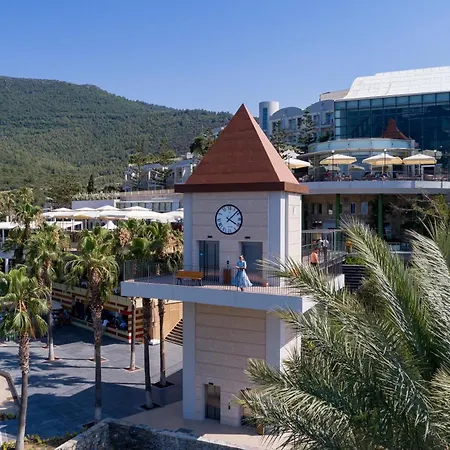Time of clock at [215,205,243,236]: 4:07
